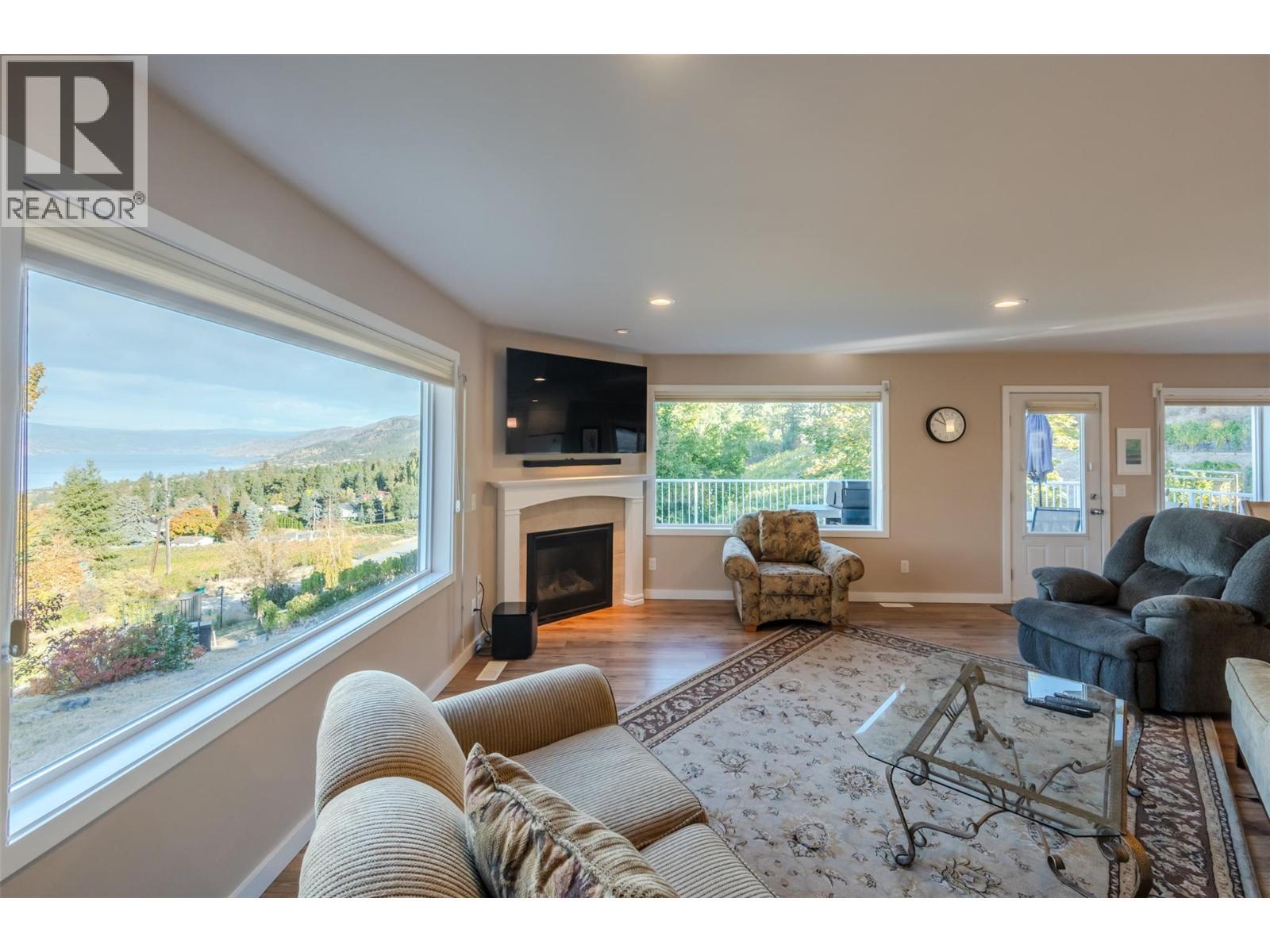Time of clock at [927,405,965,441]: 9:56
